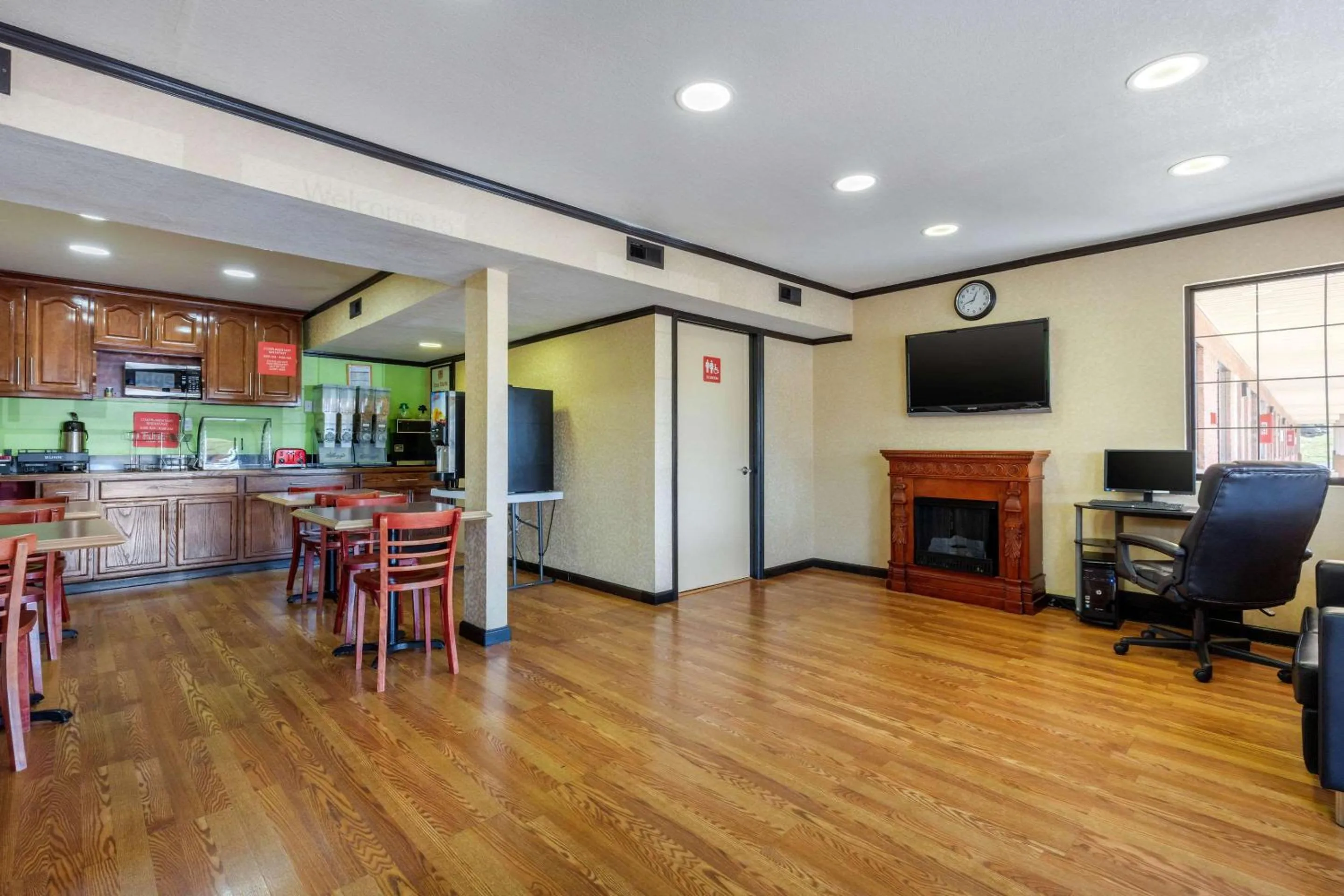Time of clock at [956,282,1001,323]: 12:42
